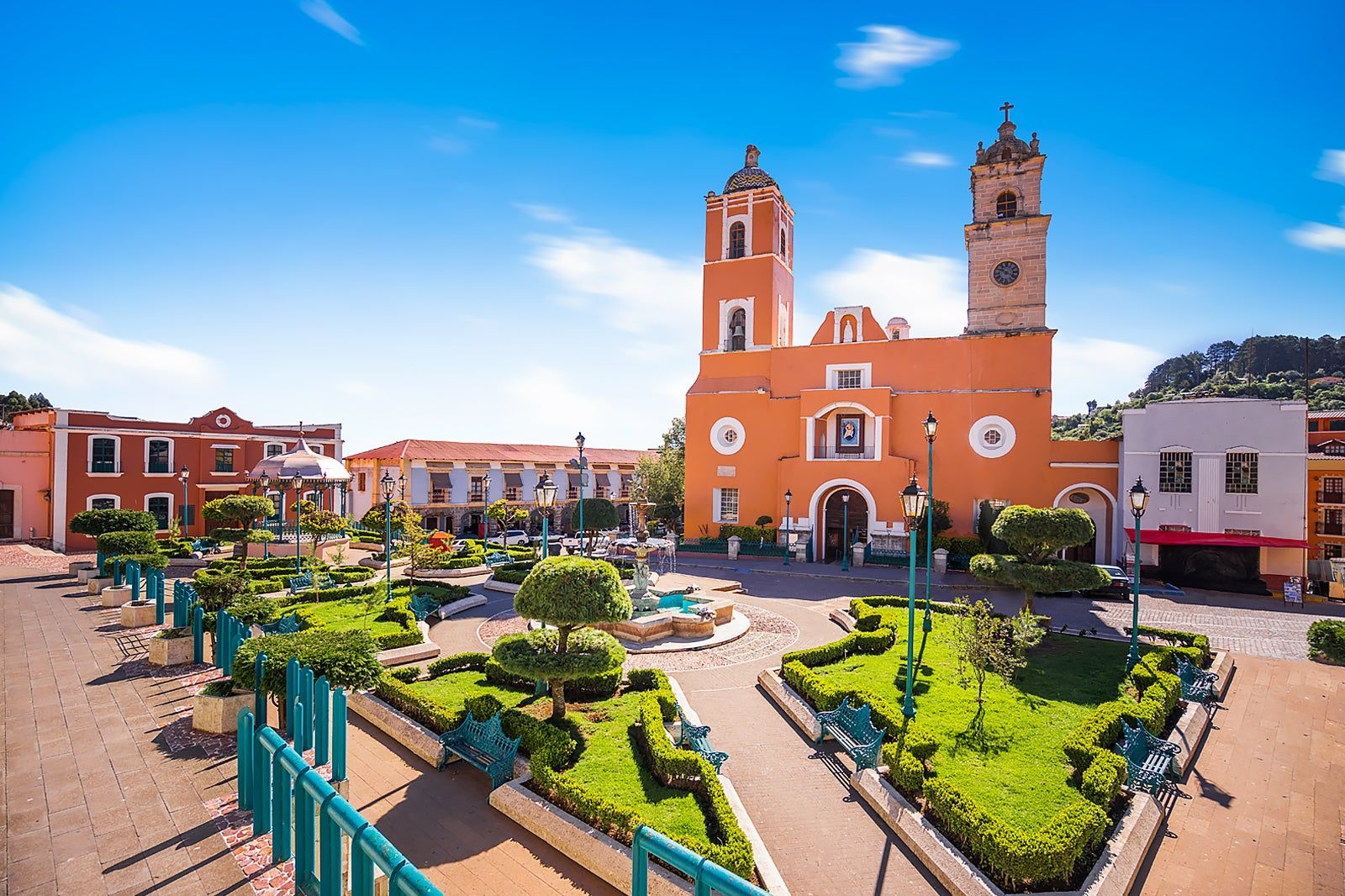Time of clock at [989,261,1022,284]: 3:48
